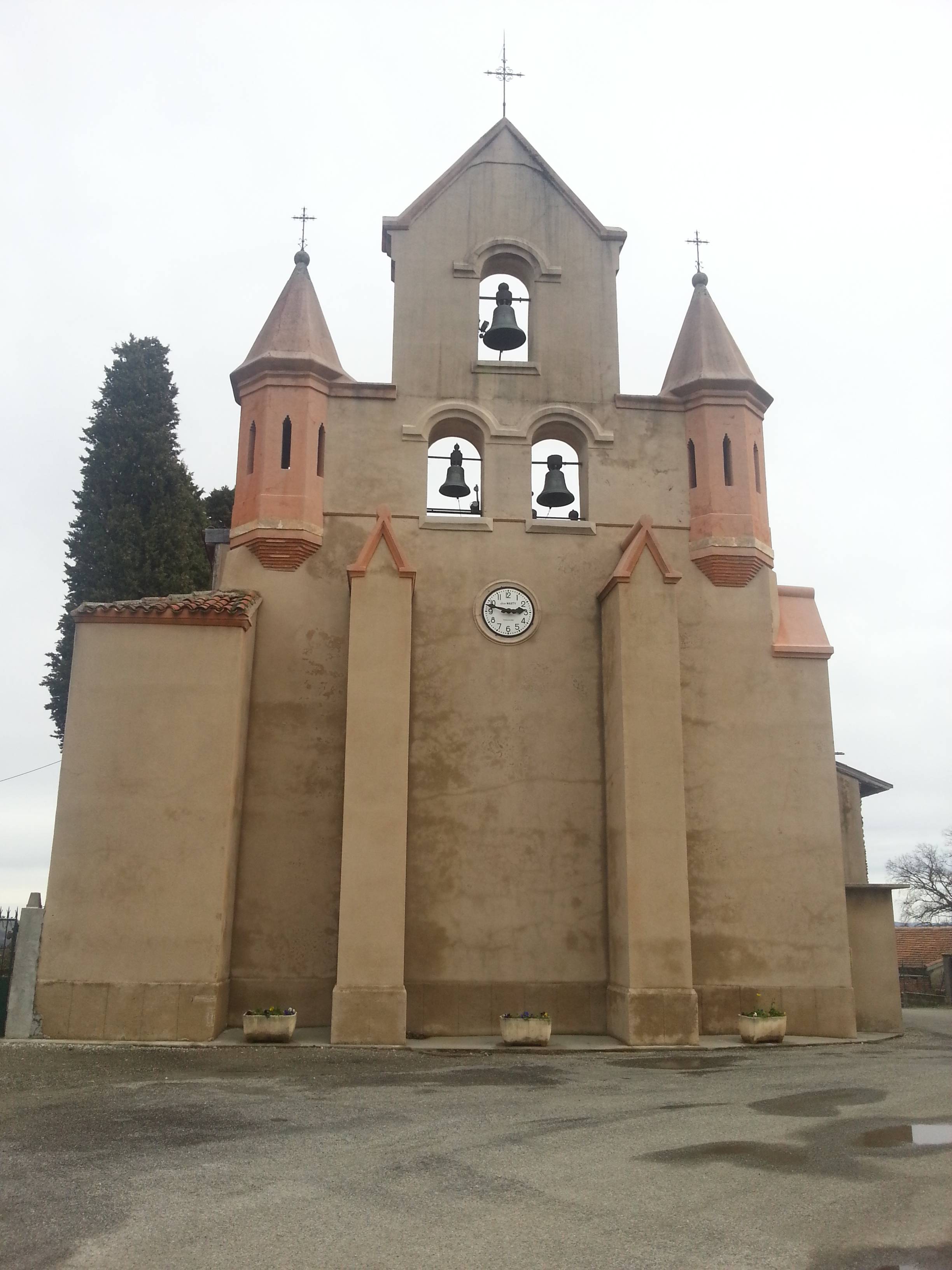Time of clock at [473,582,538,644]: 2:47
